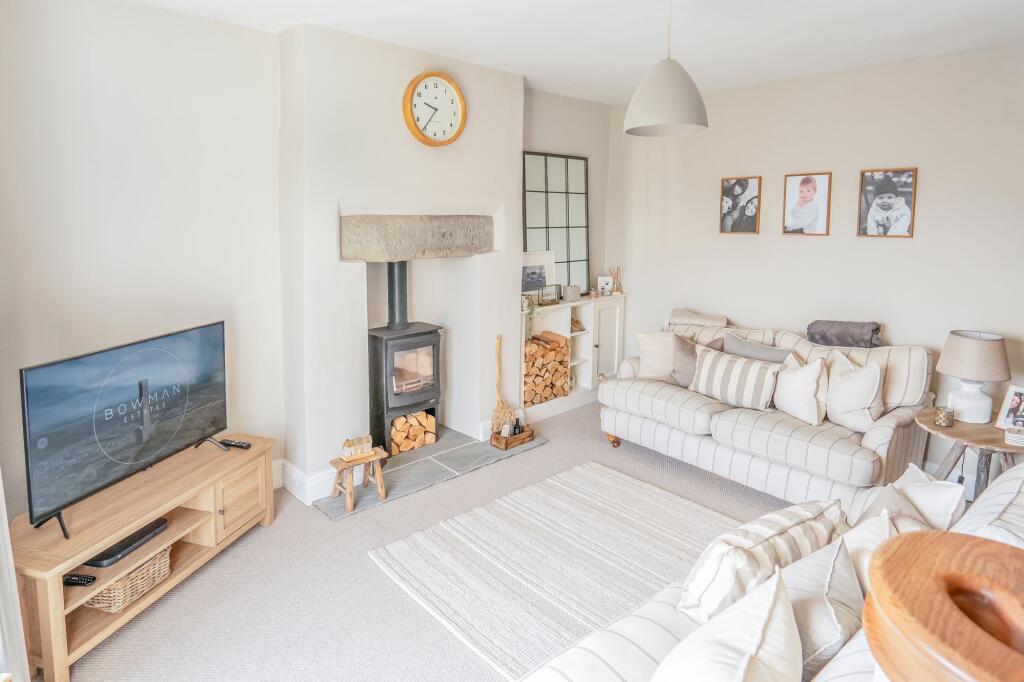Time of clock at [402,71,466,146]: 9:35
